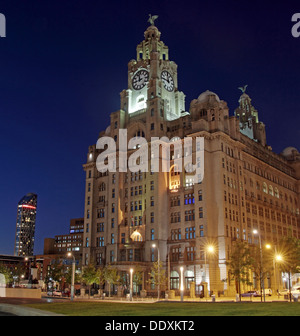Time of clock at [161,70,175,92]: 11:46
